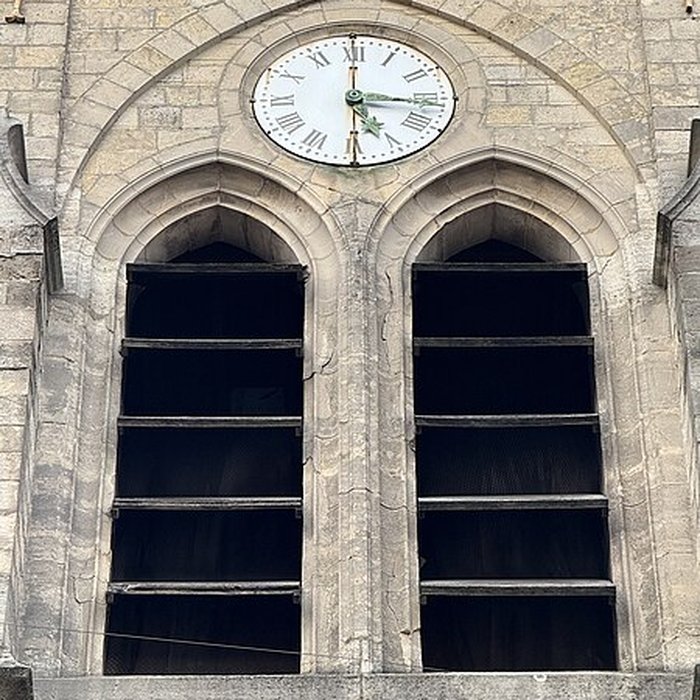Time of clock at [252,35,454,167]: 5:16
